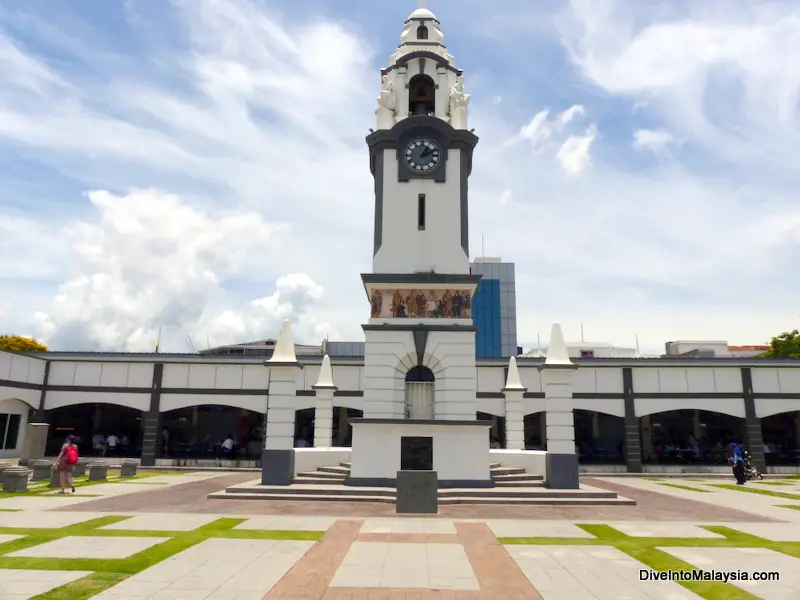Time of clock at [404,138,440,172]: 1:11
